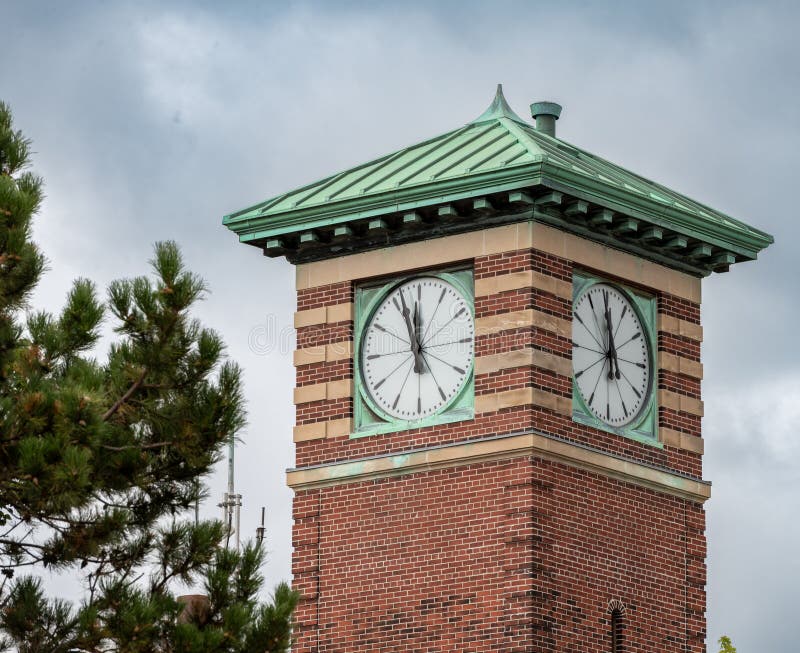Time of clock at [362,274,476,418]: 11:56
